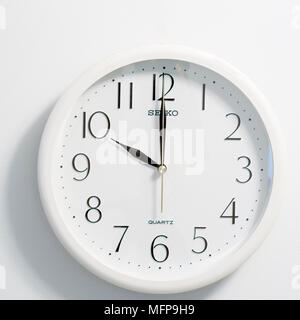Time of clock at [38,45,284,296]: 9:59
